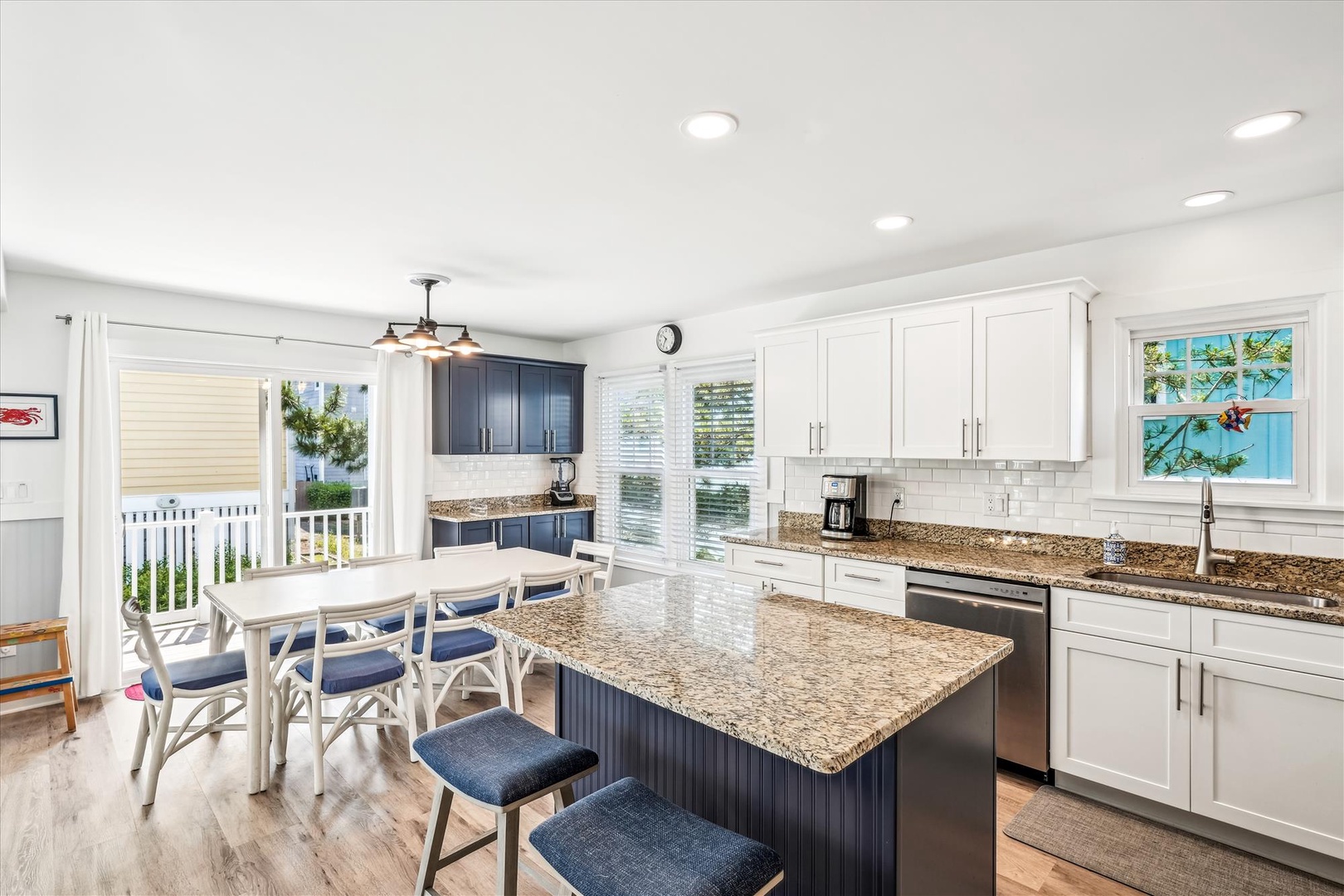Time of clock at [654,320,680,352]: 10:35
